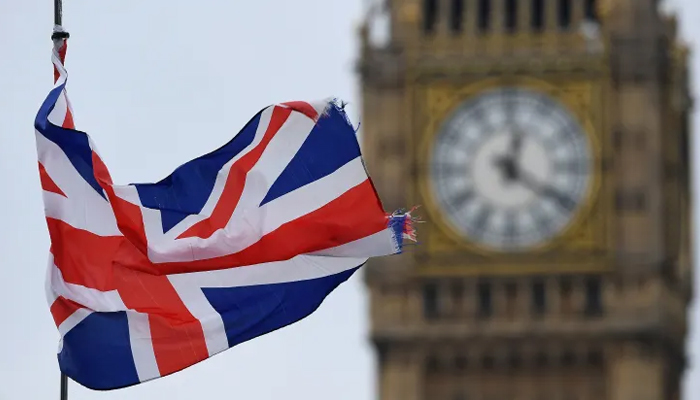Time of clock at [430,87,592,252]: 12:21
